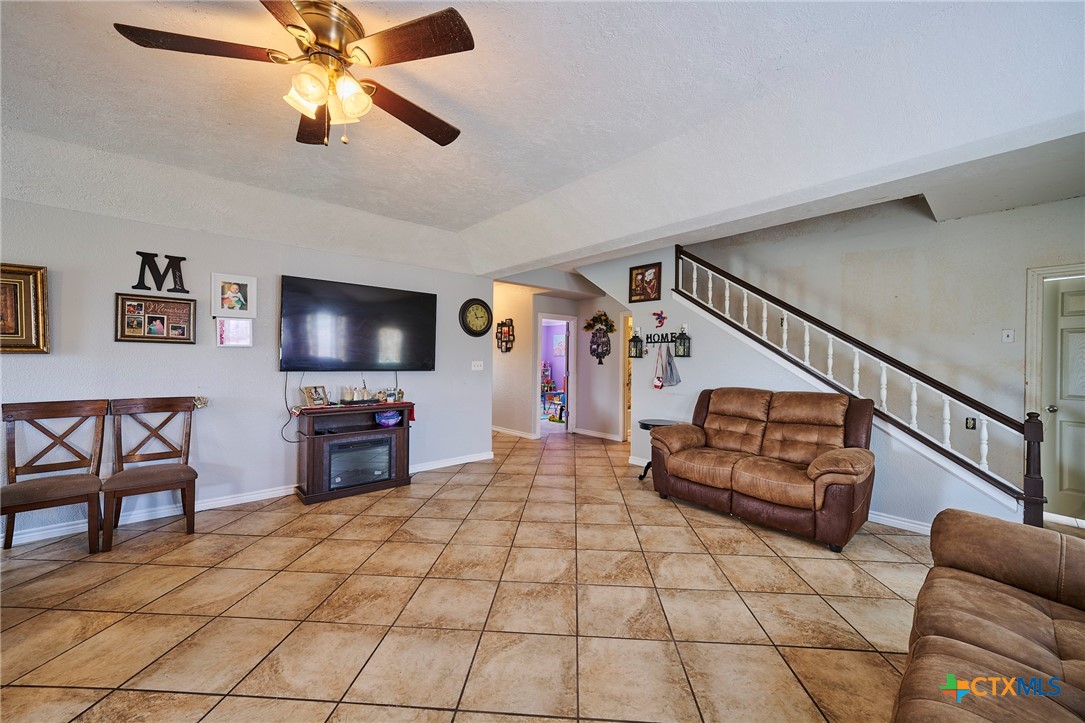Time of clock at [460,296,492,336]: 11:13
